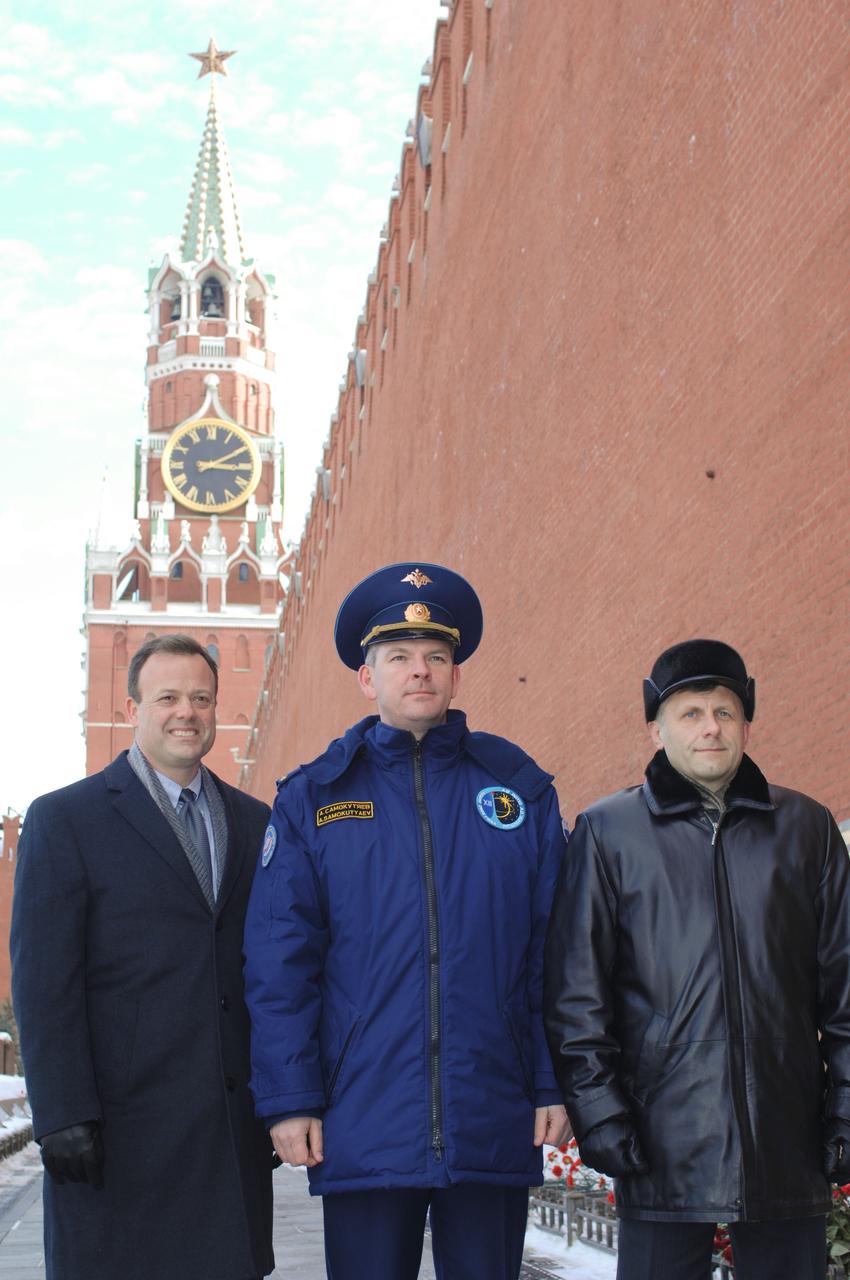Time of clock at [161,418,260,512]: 3:10
